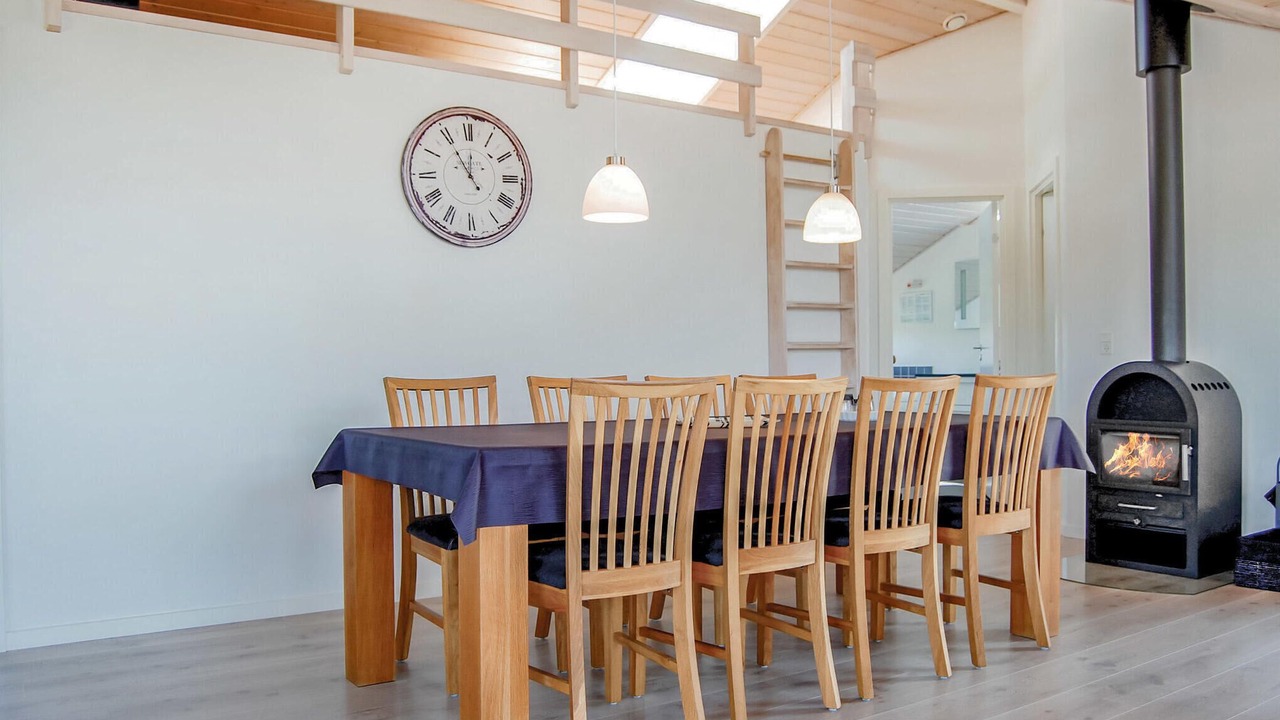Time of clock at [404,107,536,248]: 11:54
